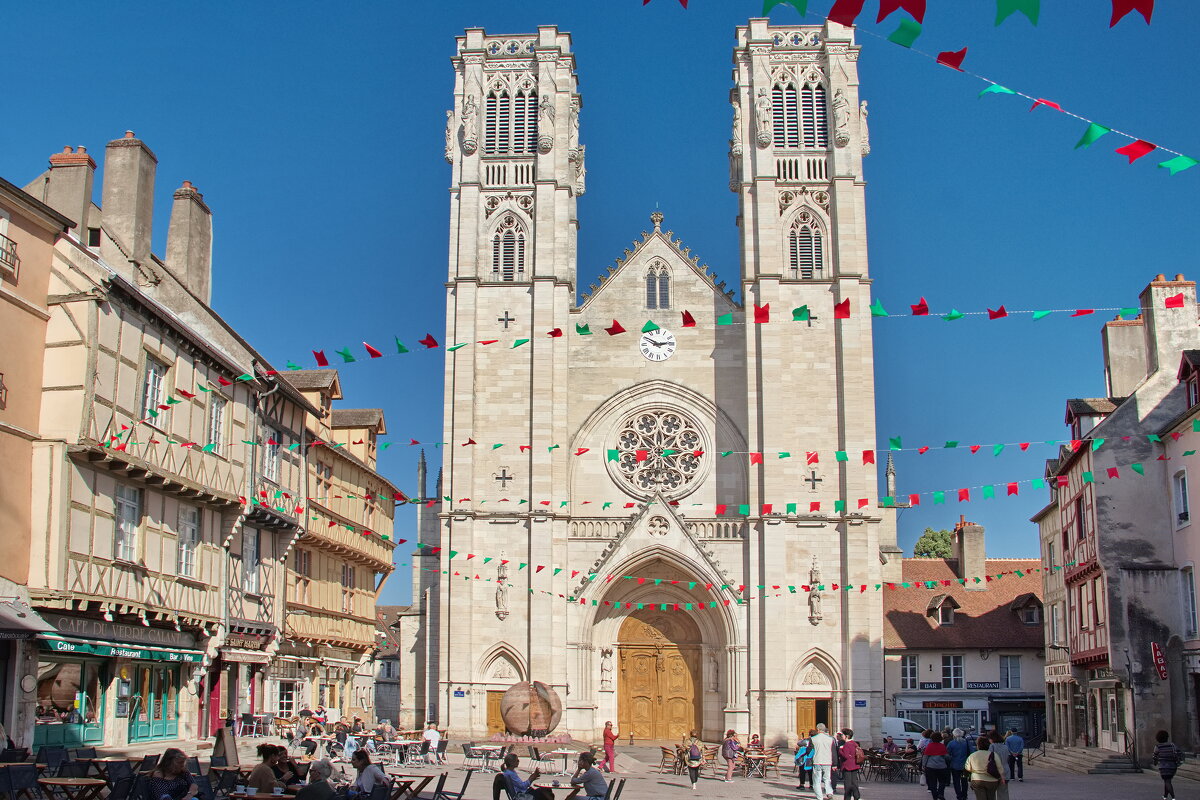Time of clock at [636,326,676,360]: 2:50
